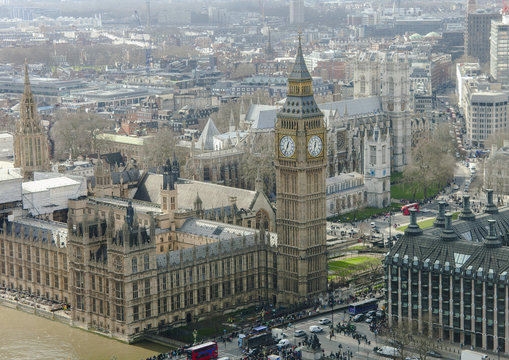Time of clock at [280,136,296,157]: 12:33
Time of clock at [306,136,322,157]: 12:32
